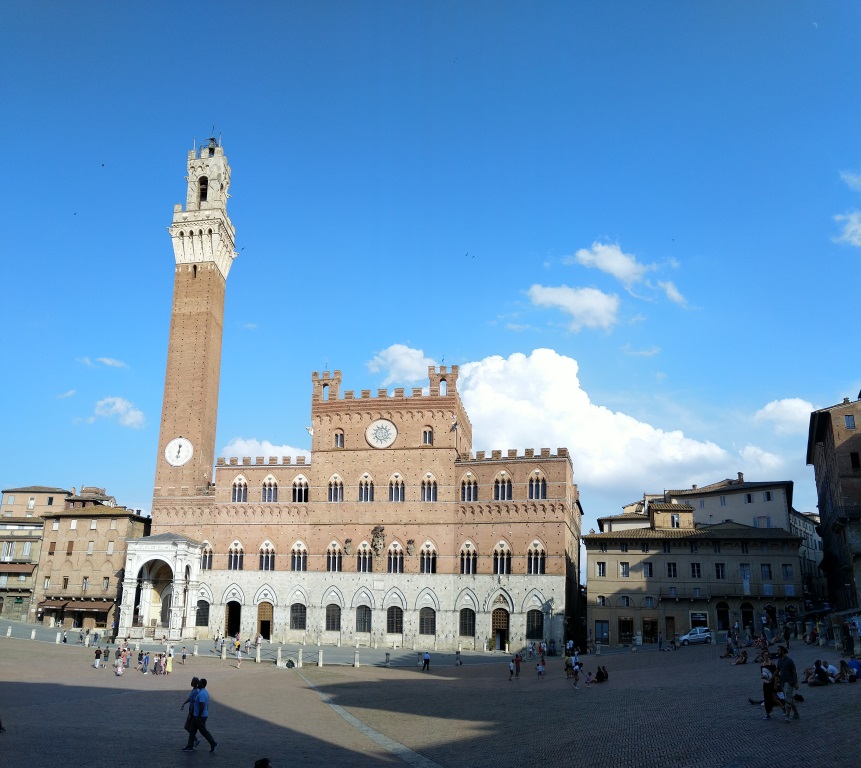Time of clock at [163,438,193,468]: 12:32
